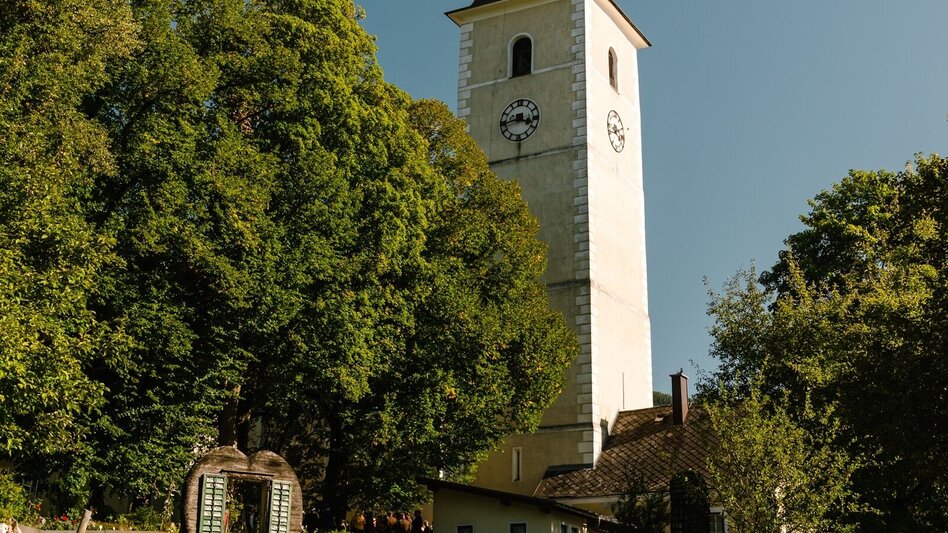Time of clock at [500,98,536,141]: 3:43
